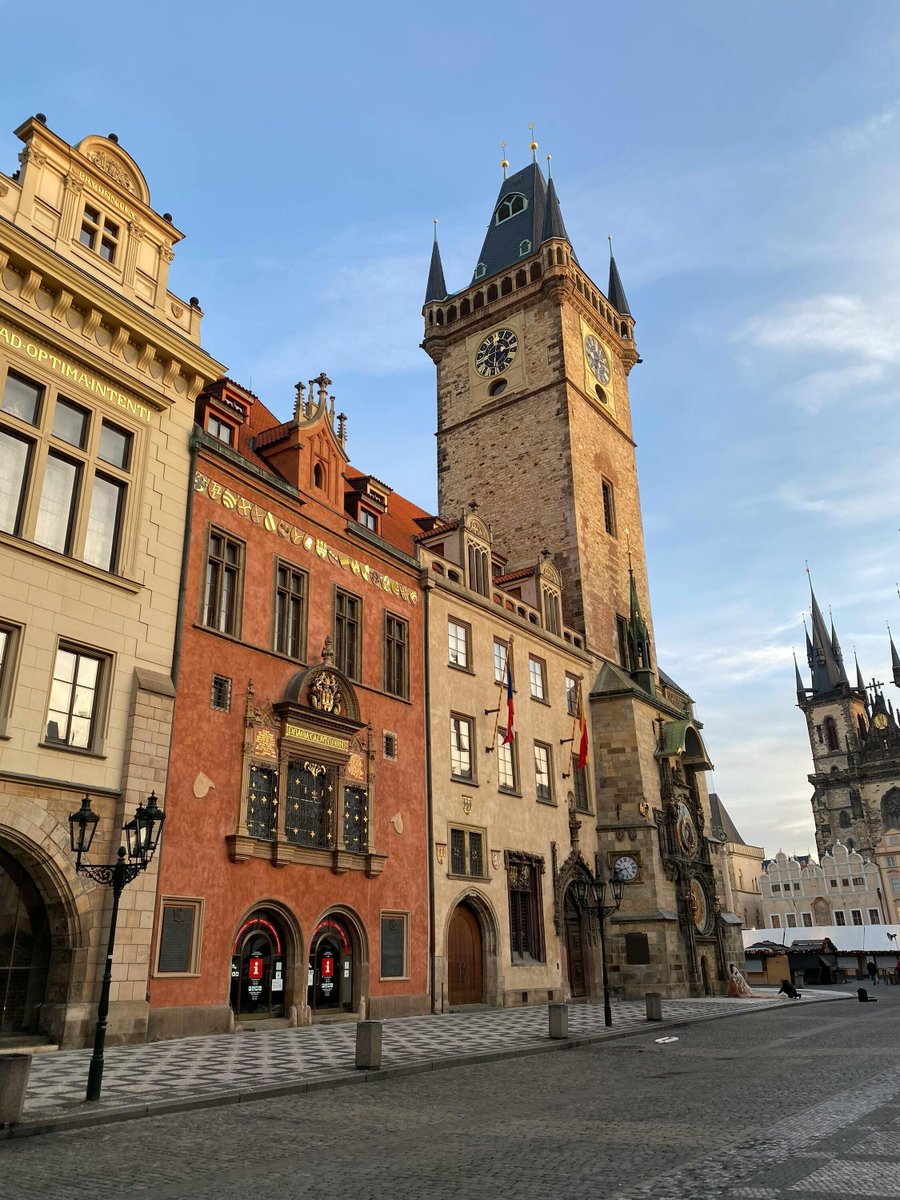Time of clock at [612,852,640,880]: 8:25
